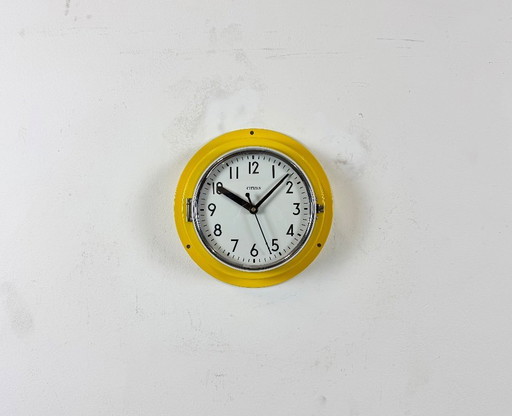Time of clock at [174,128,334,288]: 10:07
